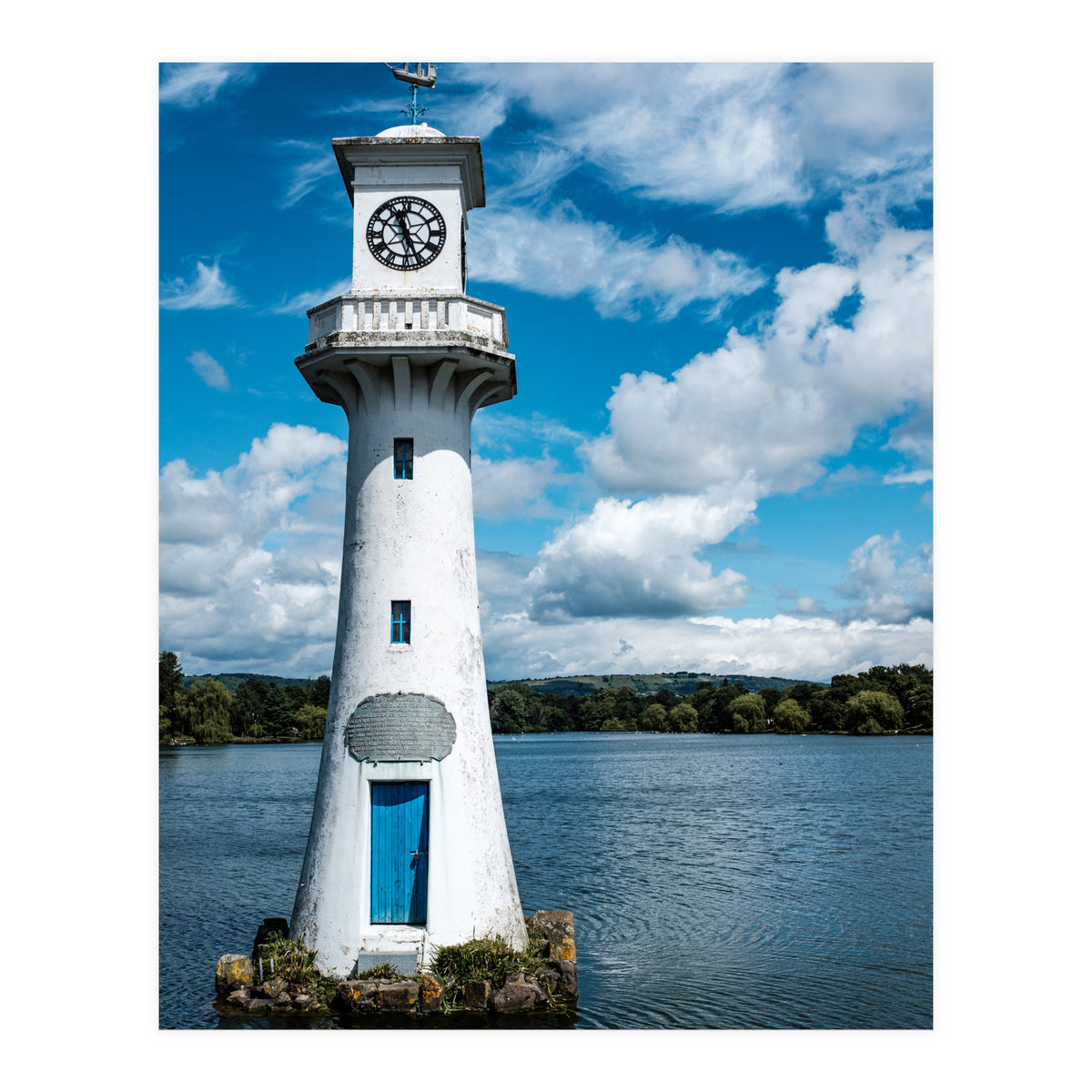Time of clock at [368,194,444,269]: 11:26
